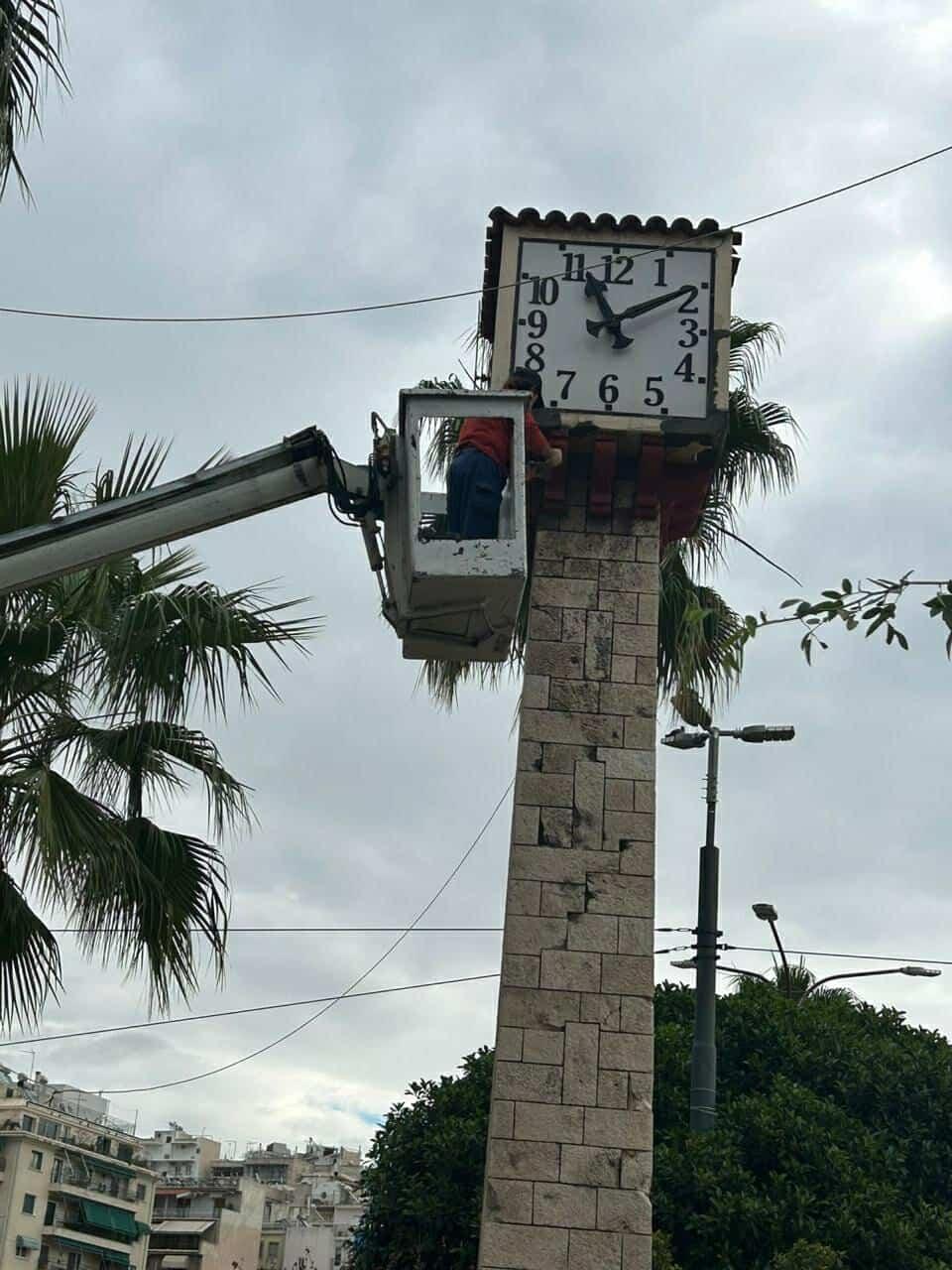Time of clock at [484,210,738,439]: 11:09
